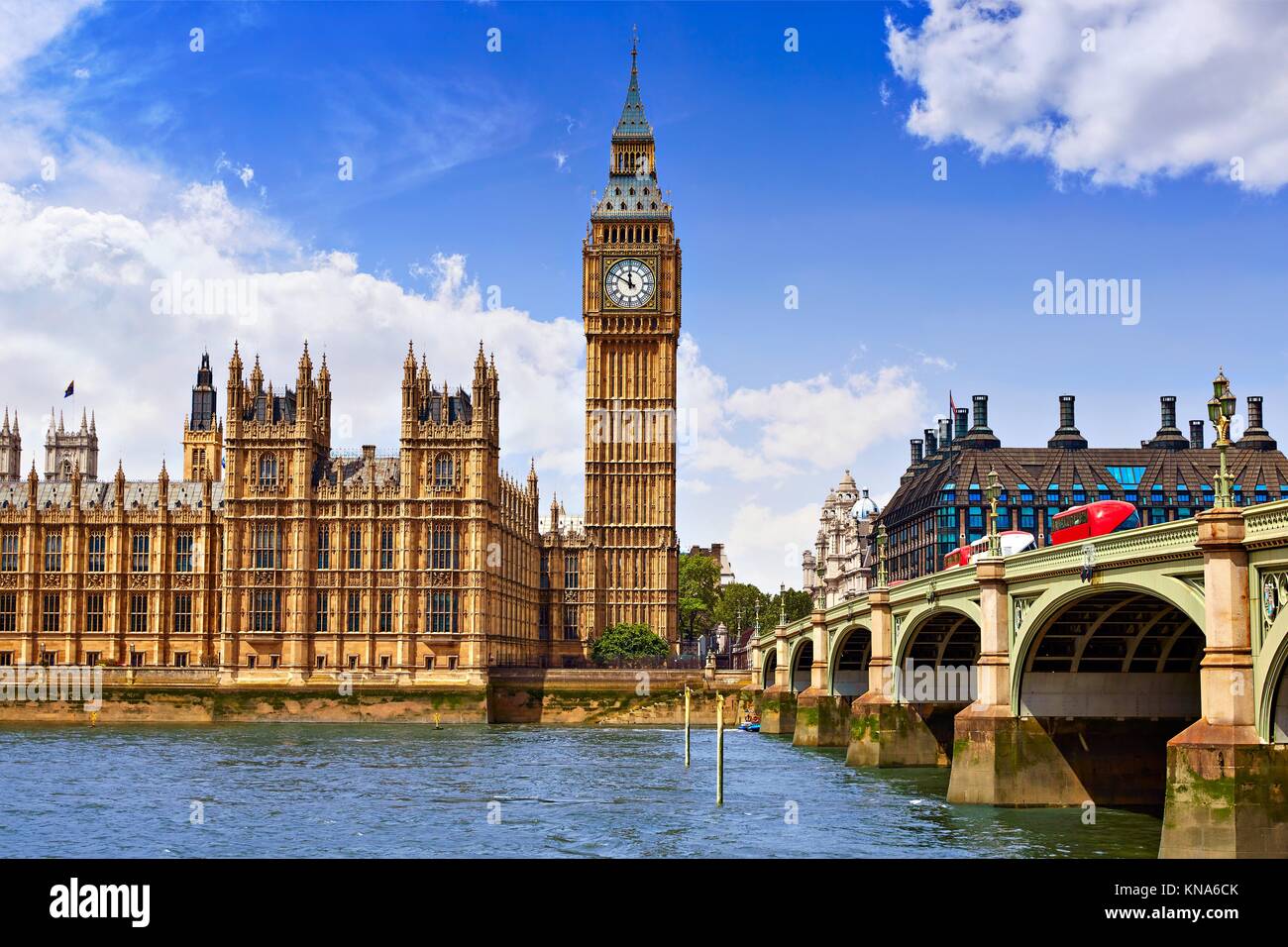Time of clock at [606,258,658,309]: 11:49
